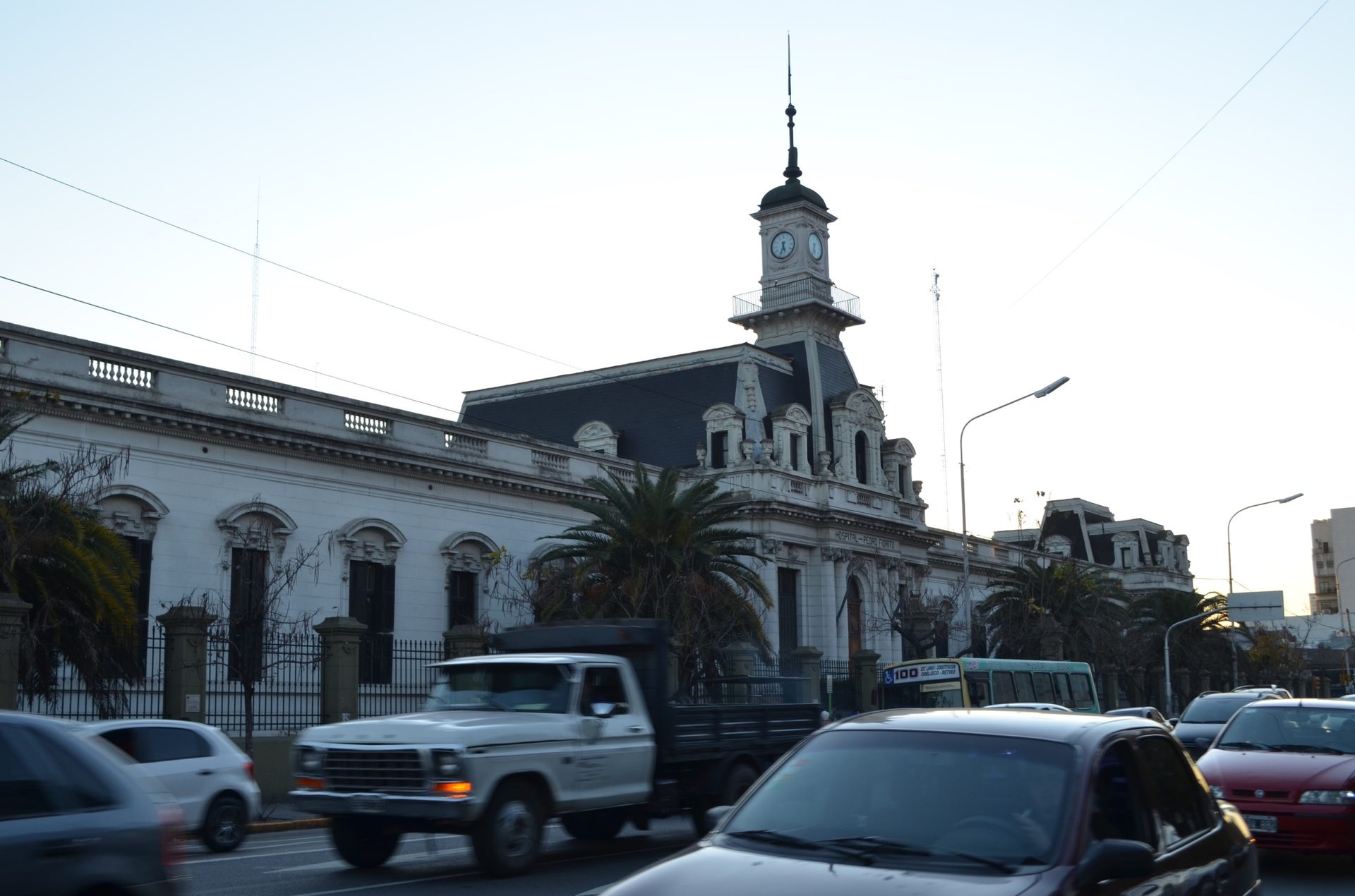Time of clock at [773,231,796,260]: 5:33
